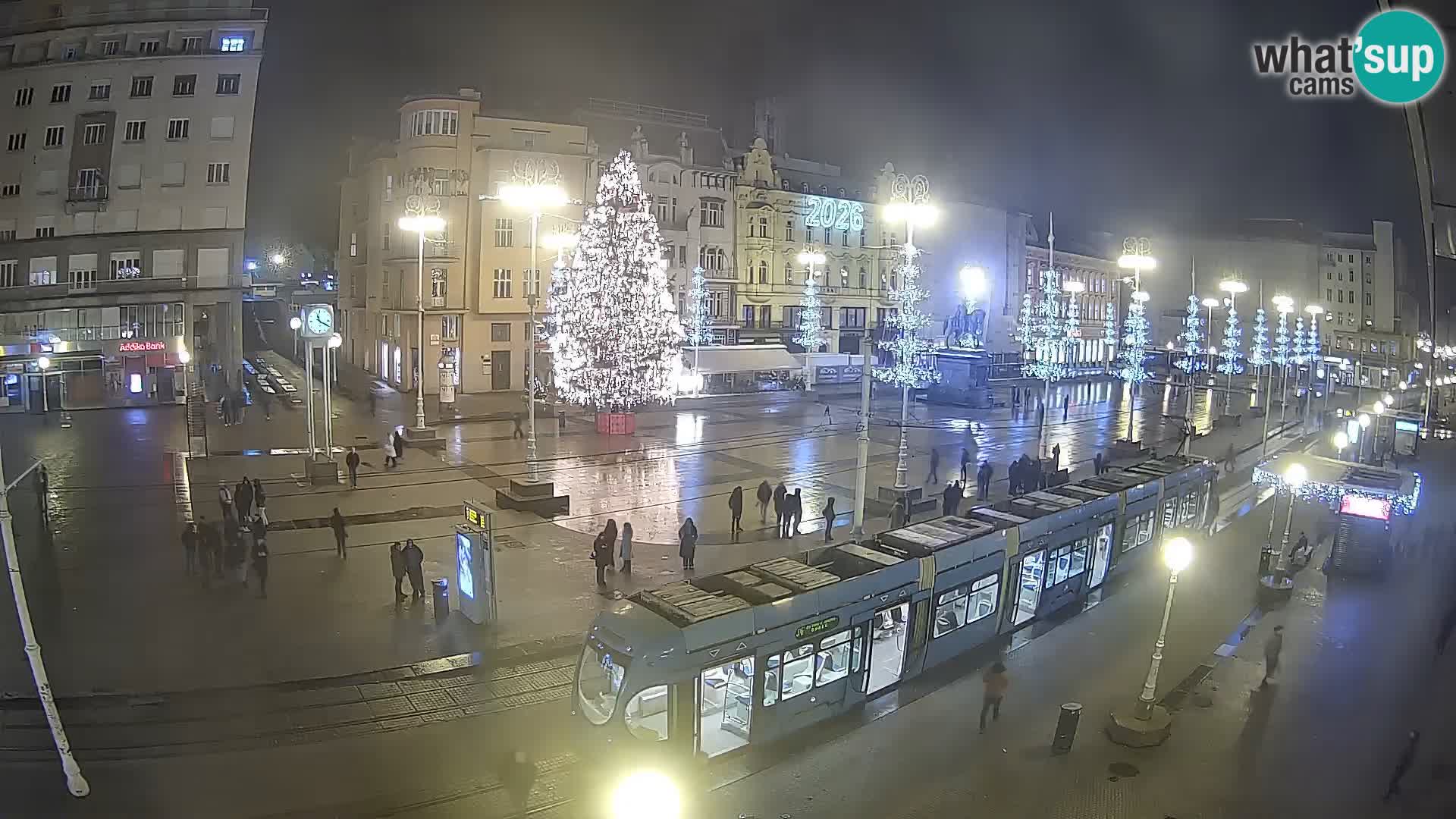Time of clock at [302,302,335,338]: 11:19
